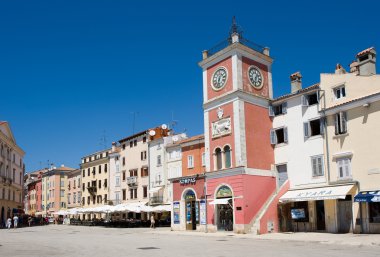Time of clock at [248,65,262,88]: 1:32
